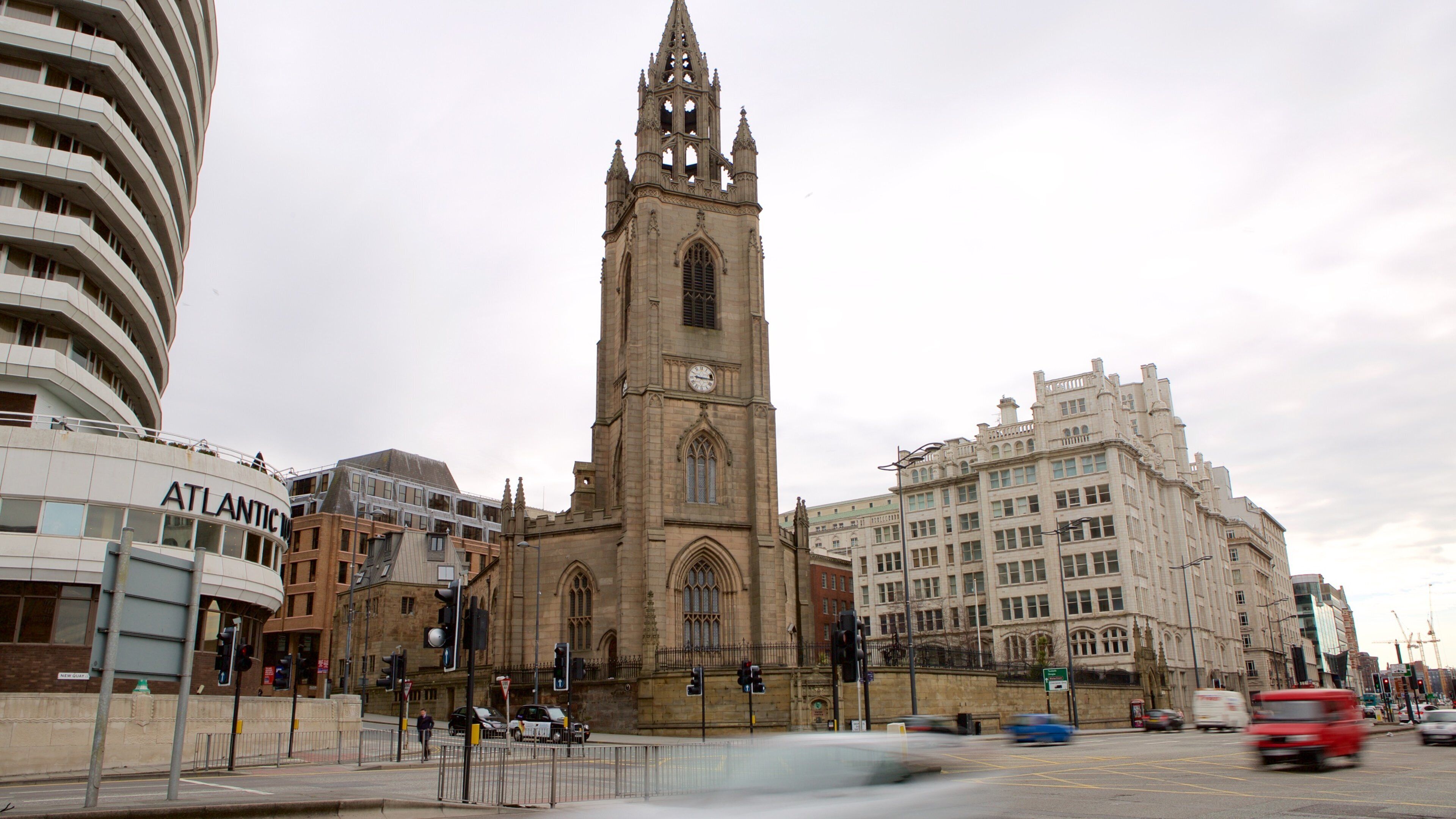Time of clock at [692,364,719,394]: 9:14
